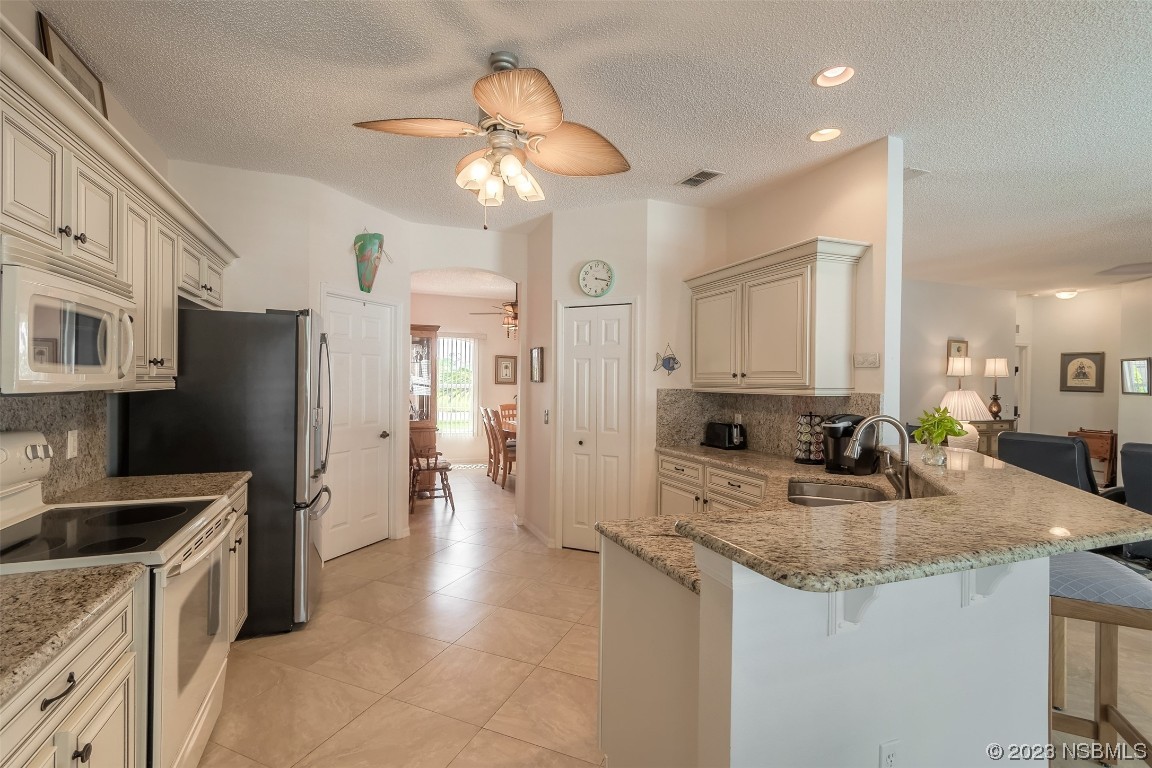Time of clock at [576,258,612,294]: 3:17
